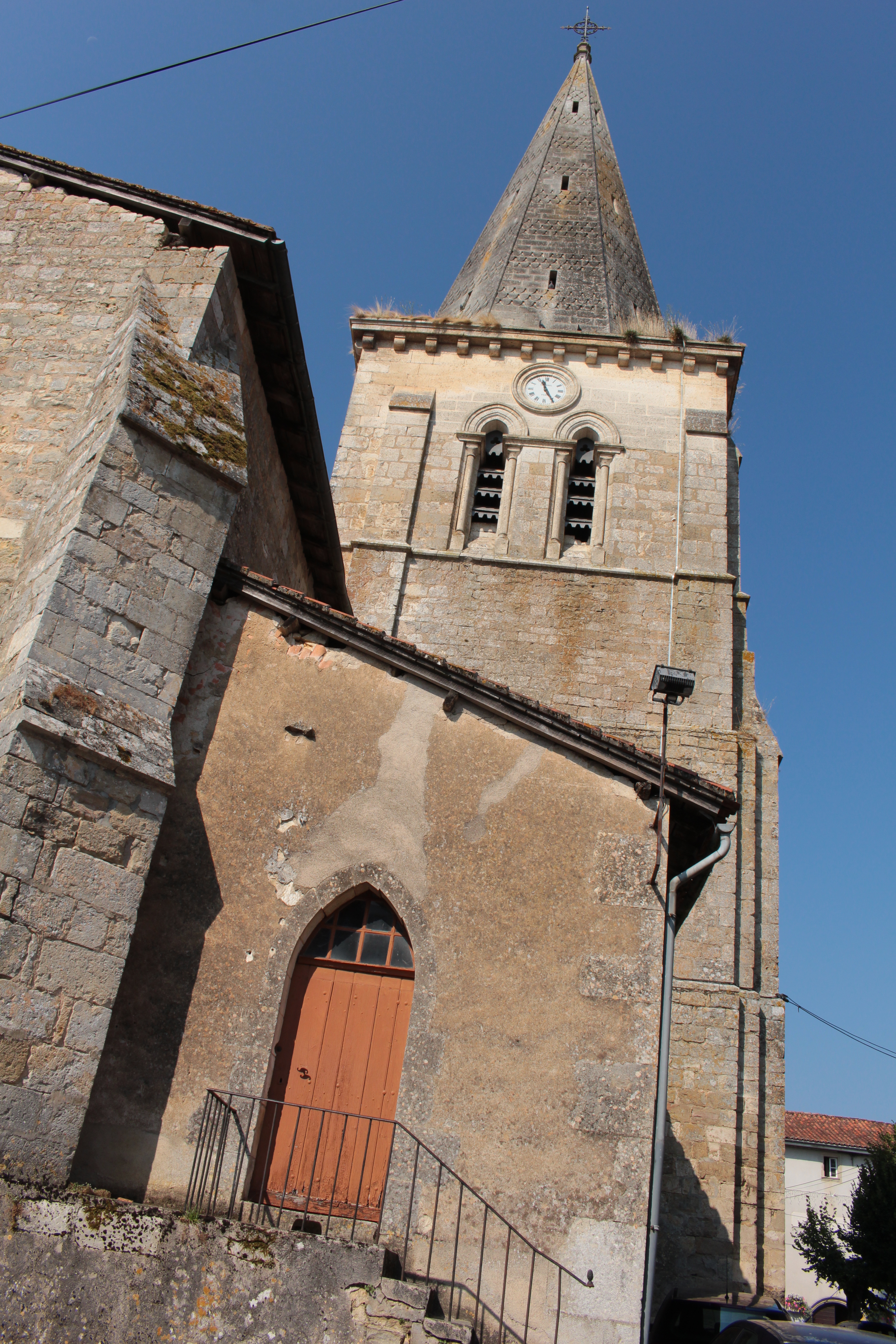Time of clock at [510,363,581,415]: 11:25
